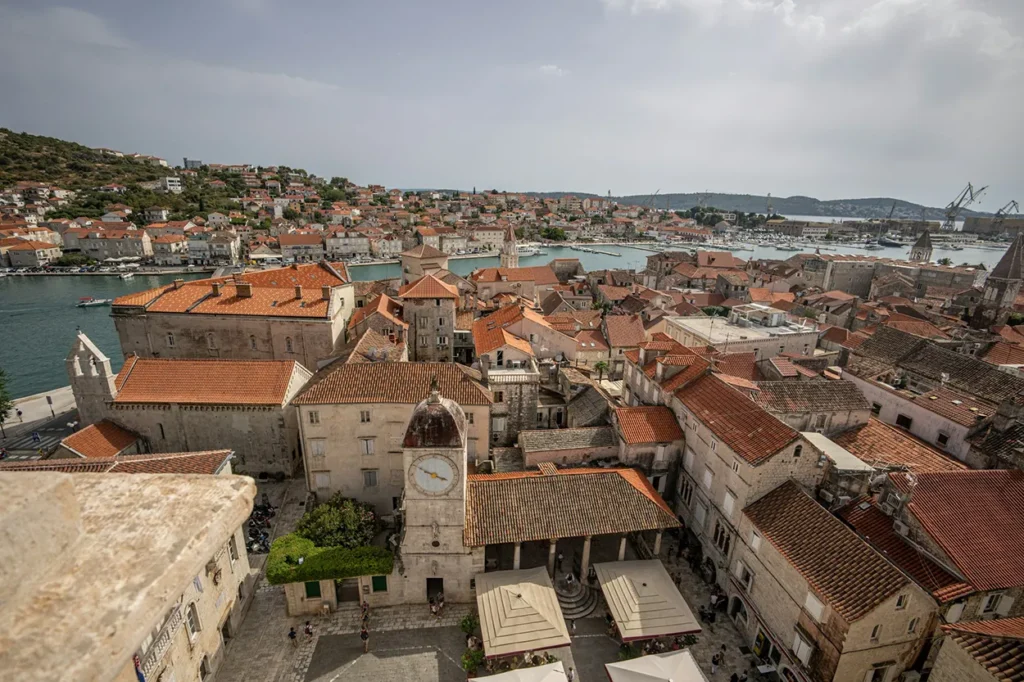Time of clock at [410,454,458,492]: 3:50
